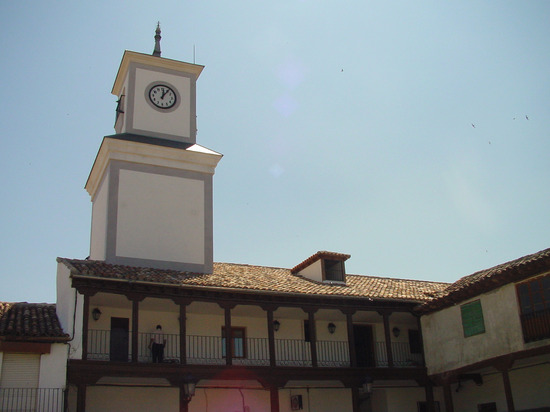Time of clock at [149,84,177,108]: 12:06
